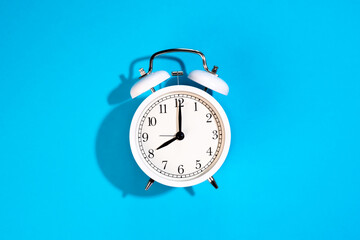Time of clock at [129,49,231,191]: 8:00
